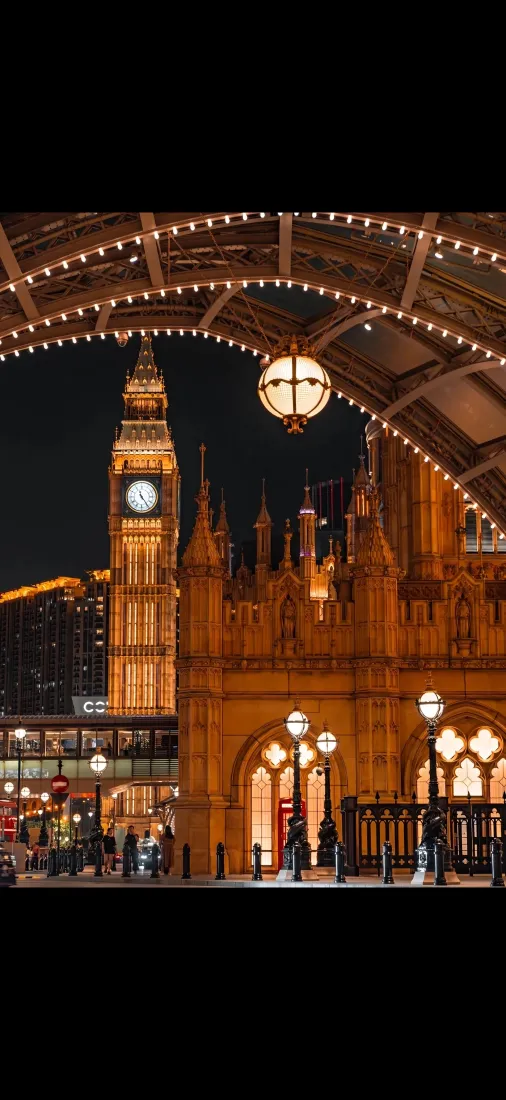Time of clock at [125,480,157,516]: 11:24
